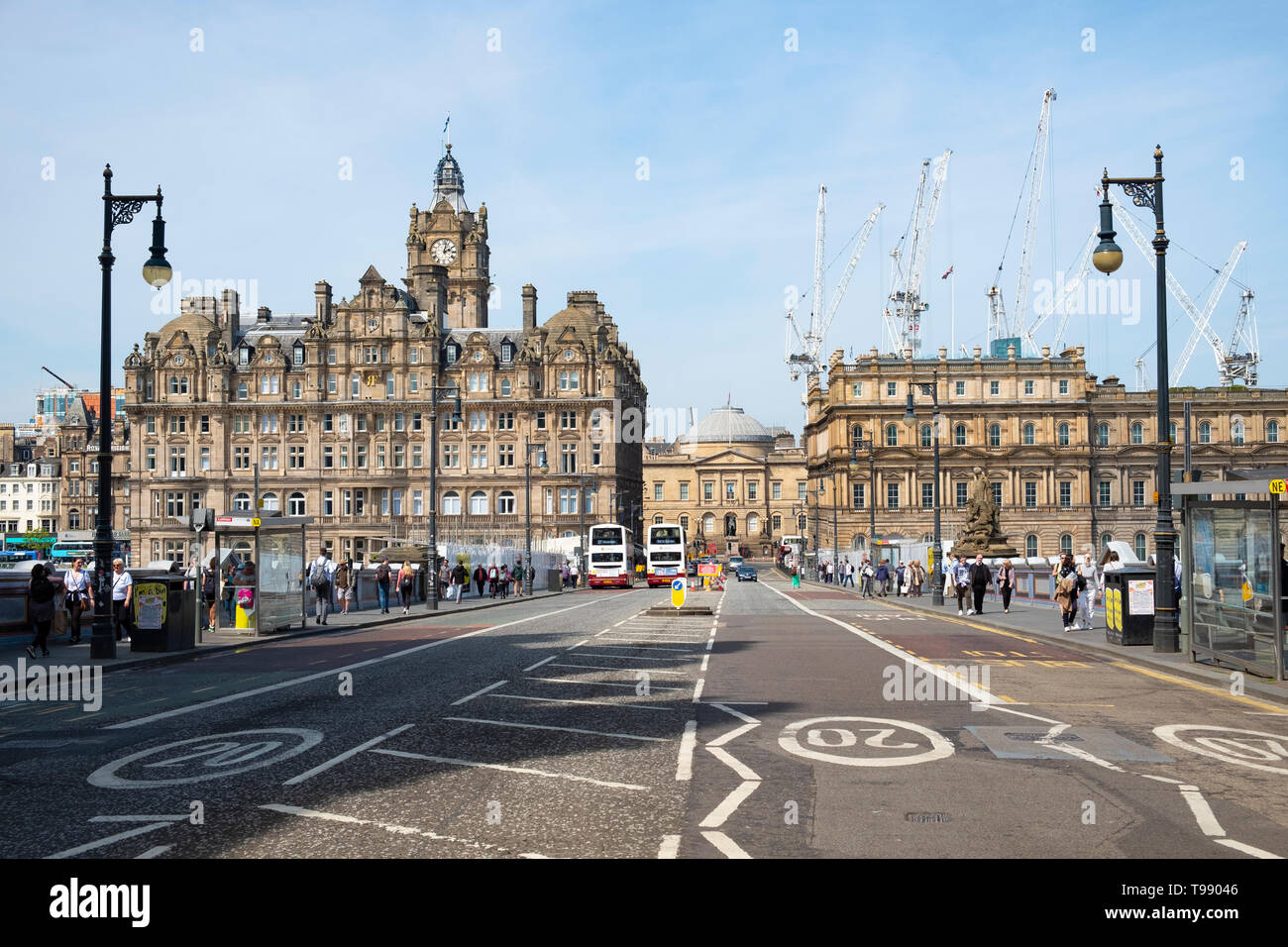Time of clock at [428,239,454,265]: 2:02
